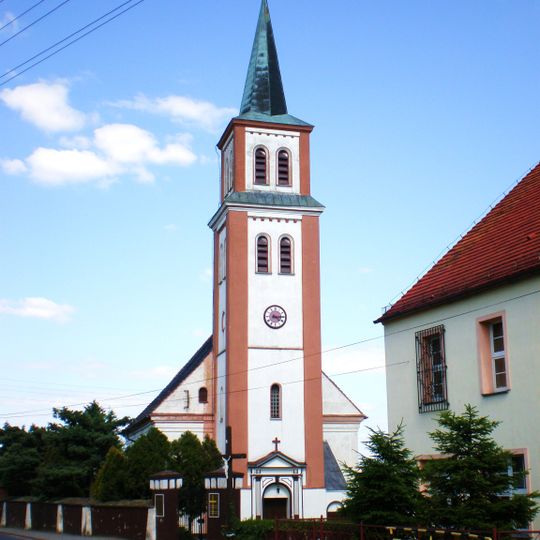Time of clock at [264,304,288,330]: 4:14
